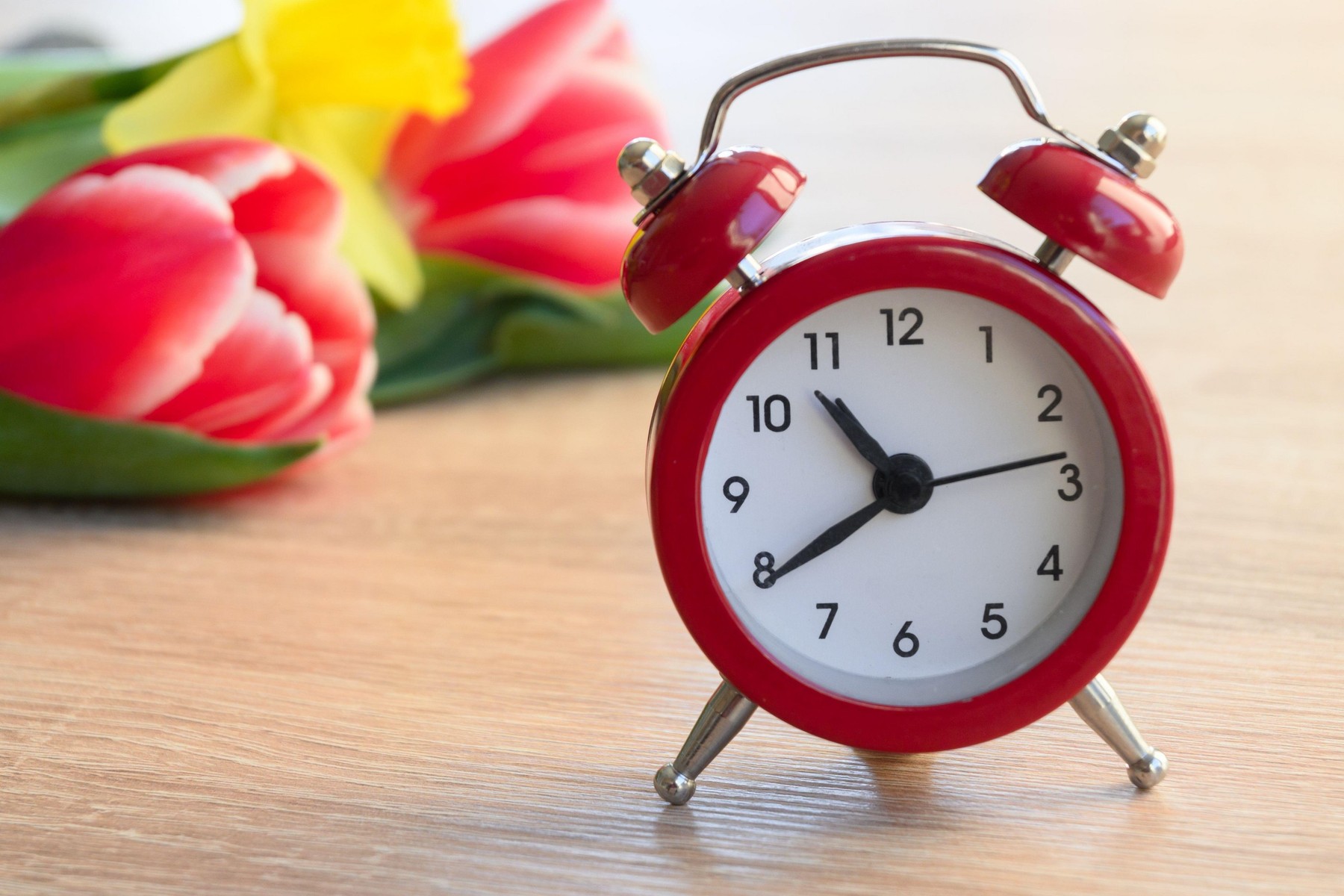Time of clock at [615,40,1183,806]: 10:39
